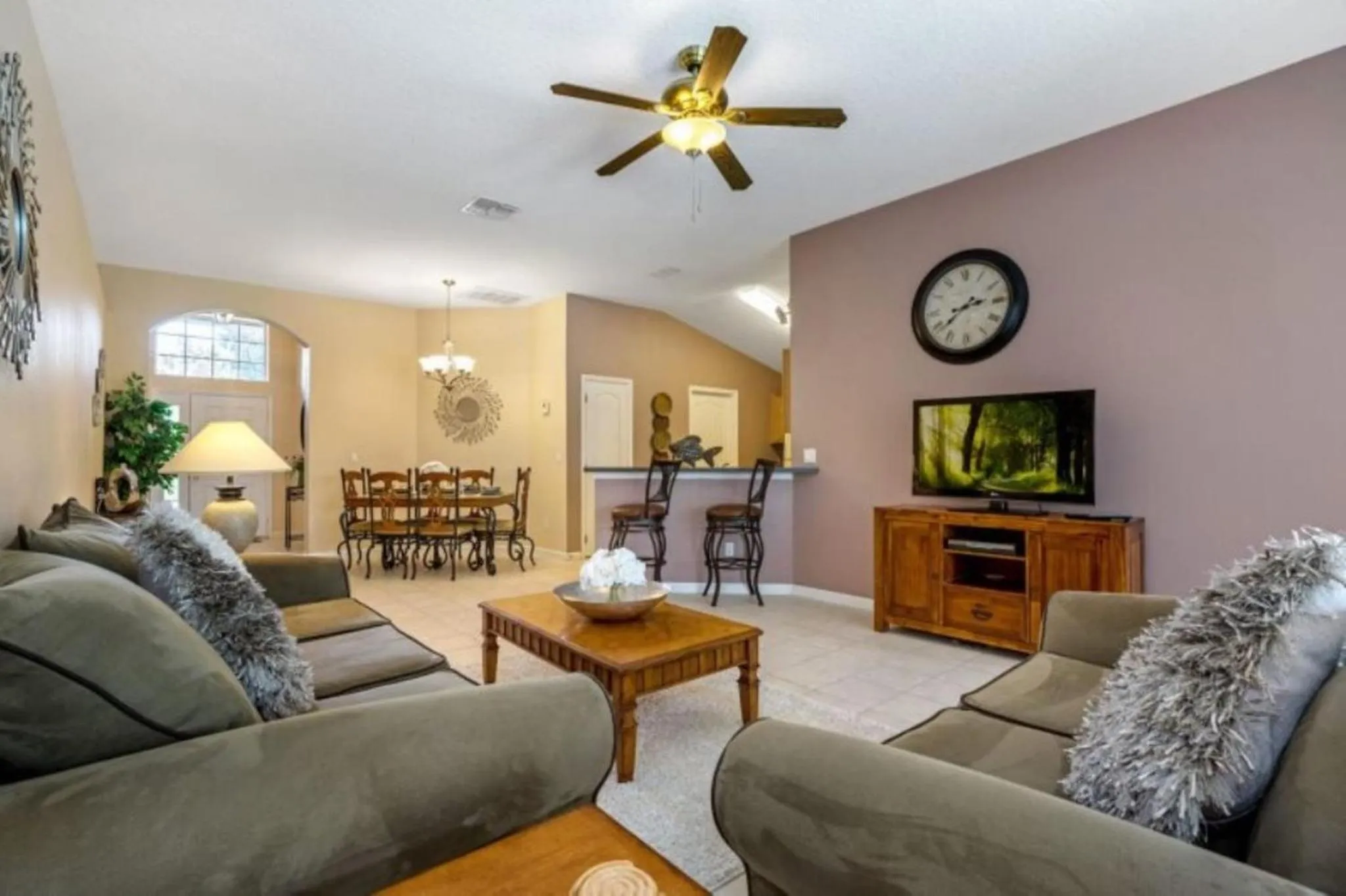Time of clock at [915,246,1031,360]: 2:38
